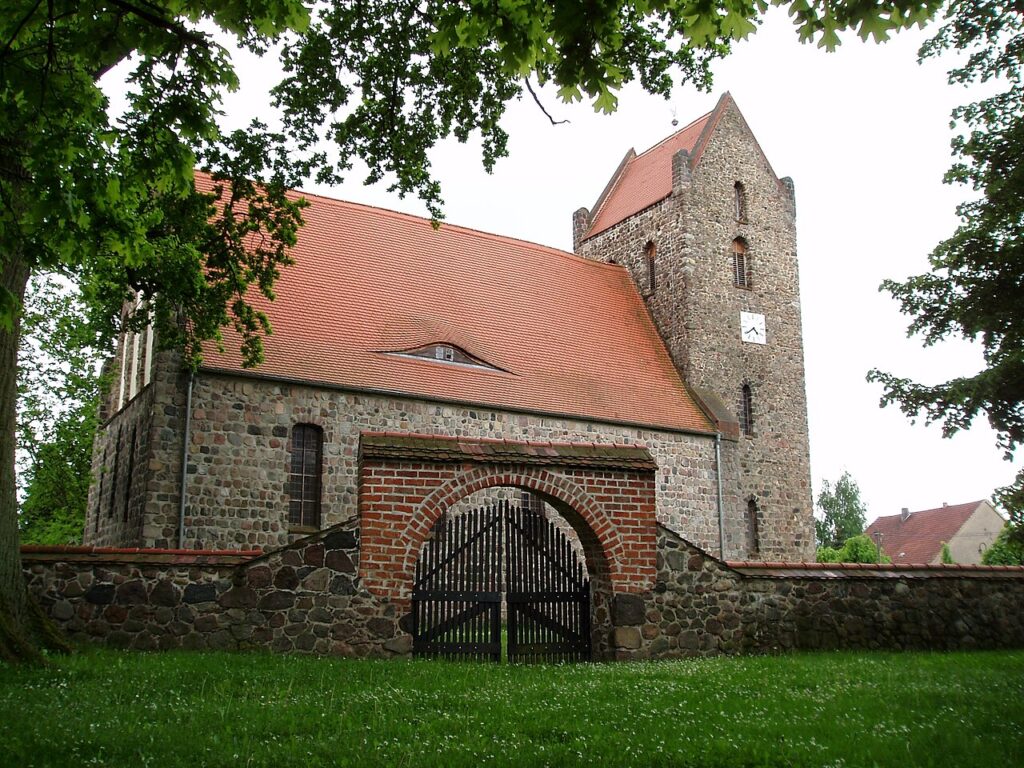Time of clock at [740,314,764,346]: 4:38
